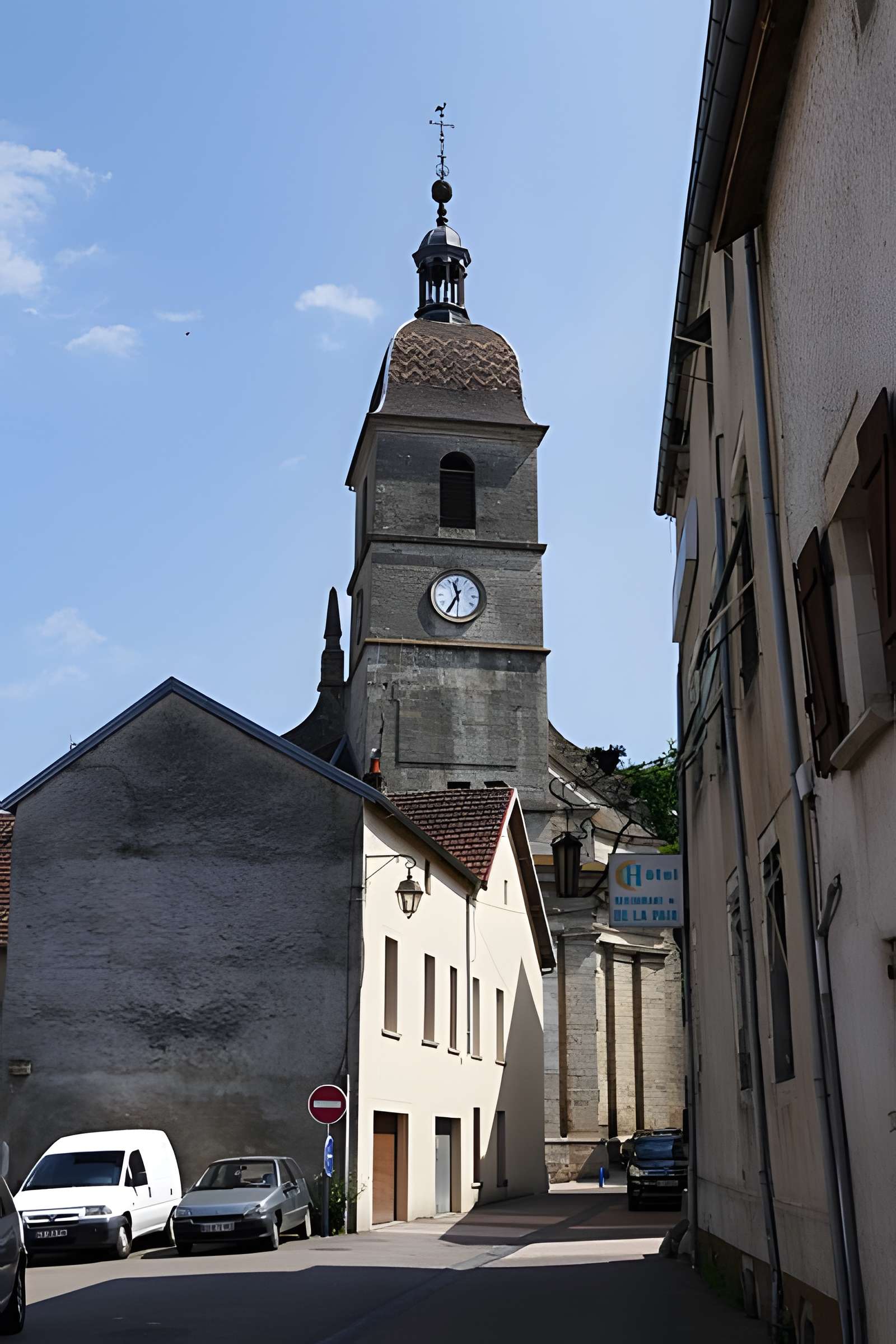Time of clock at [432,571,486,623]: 11:34
